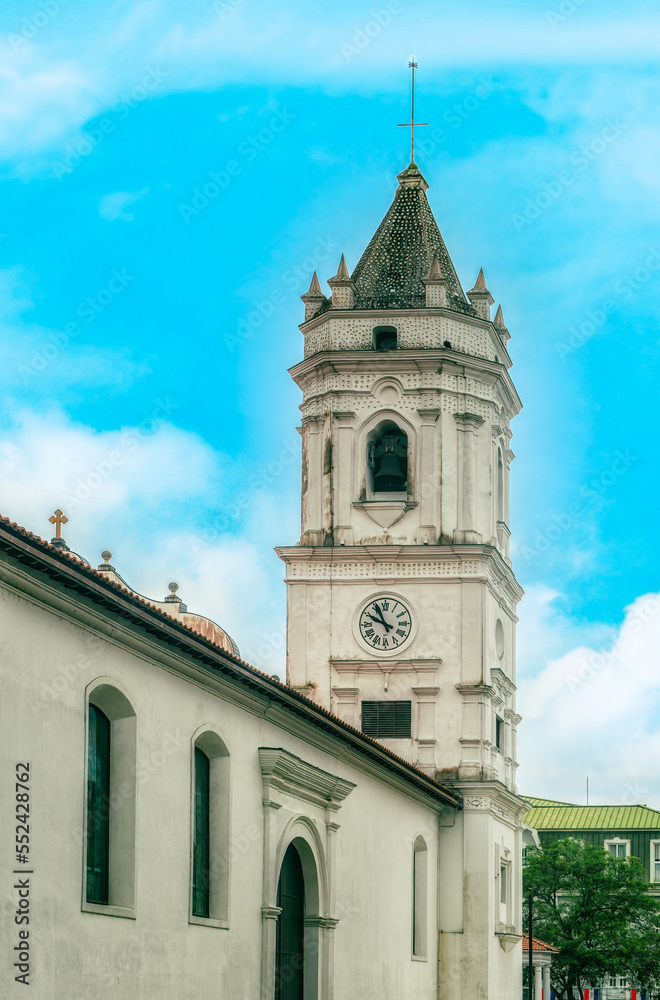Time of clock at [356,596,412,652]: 9:55
